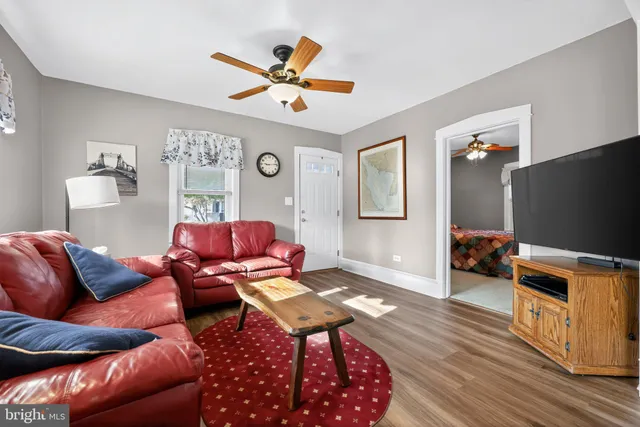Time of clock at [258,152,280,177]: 9:13
